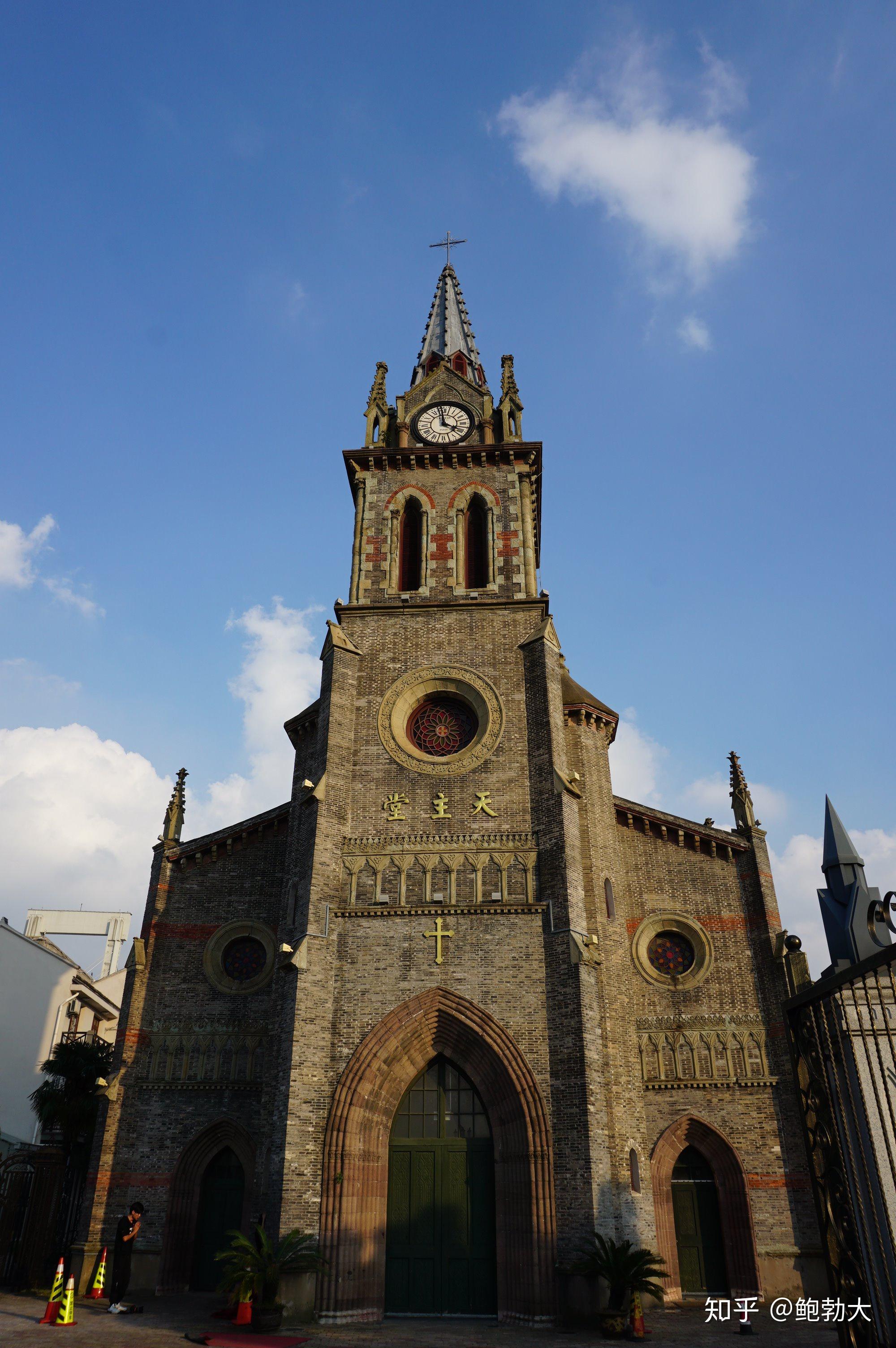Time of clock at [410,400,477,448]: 3:58
